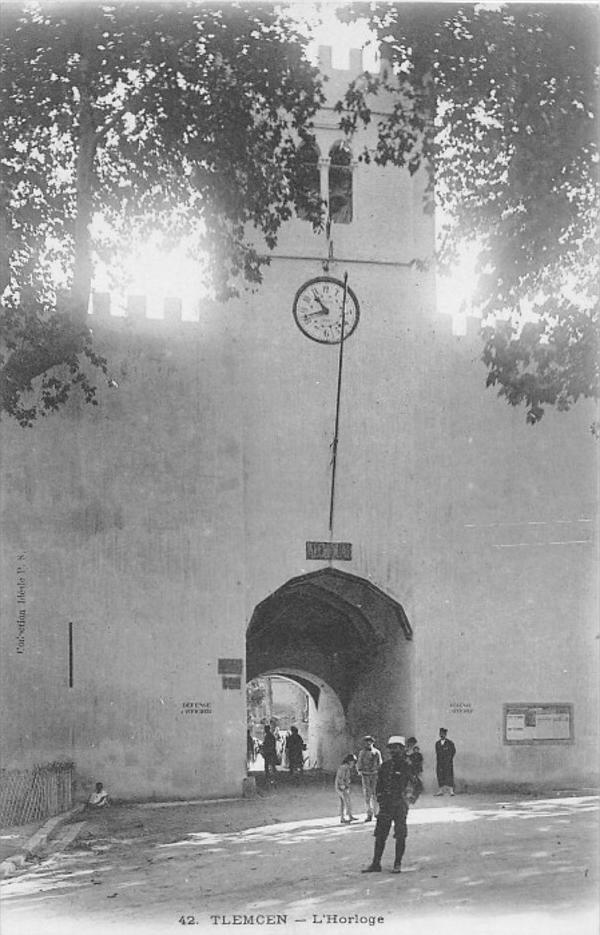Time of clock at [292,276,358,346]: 10:41
